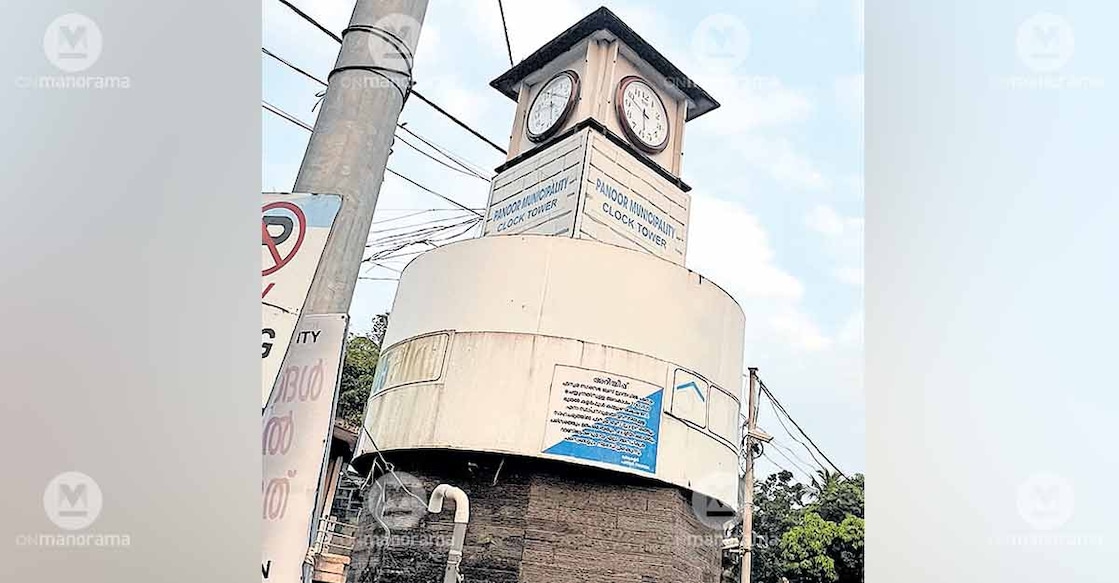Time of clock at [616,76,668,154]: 5:48
